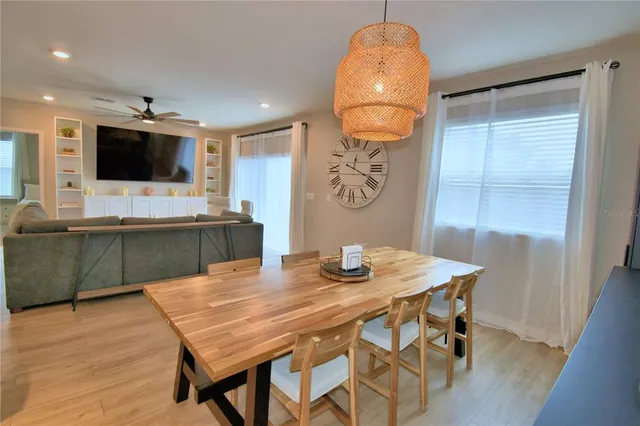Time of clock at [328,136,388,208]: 12:18
